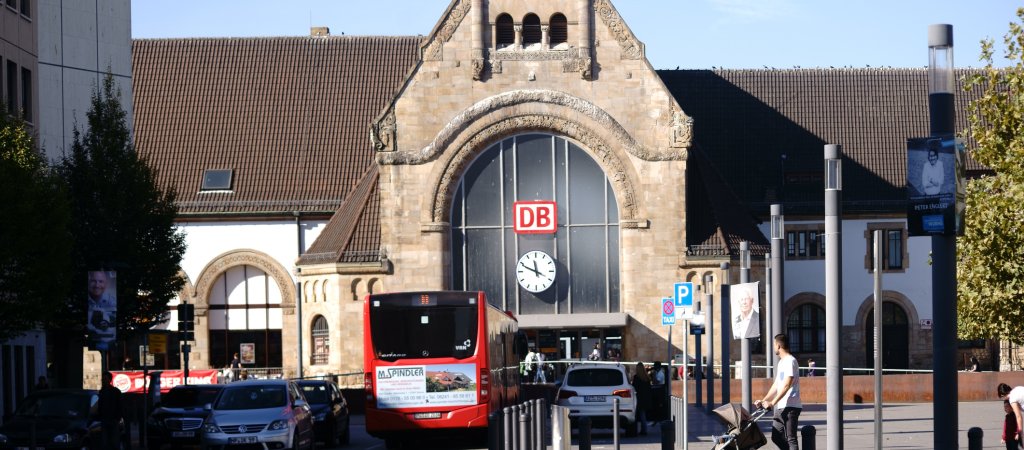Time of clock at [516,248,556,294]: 11:48
